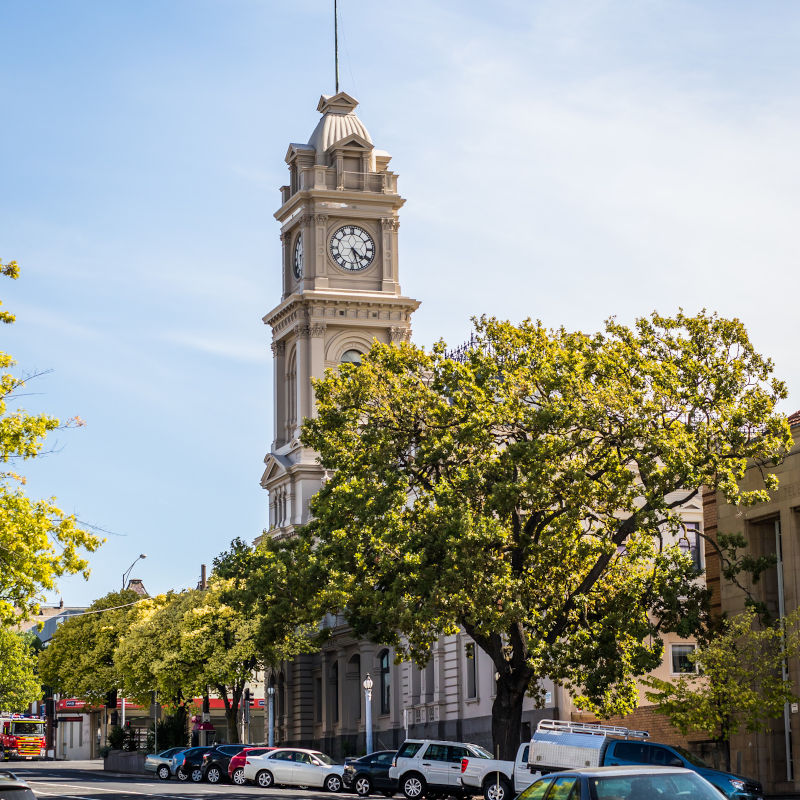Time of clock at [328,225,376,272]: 4:26
